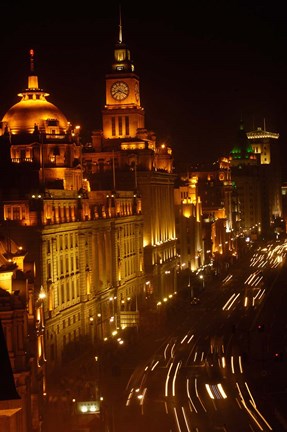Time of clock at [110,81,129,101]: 8:18
